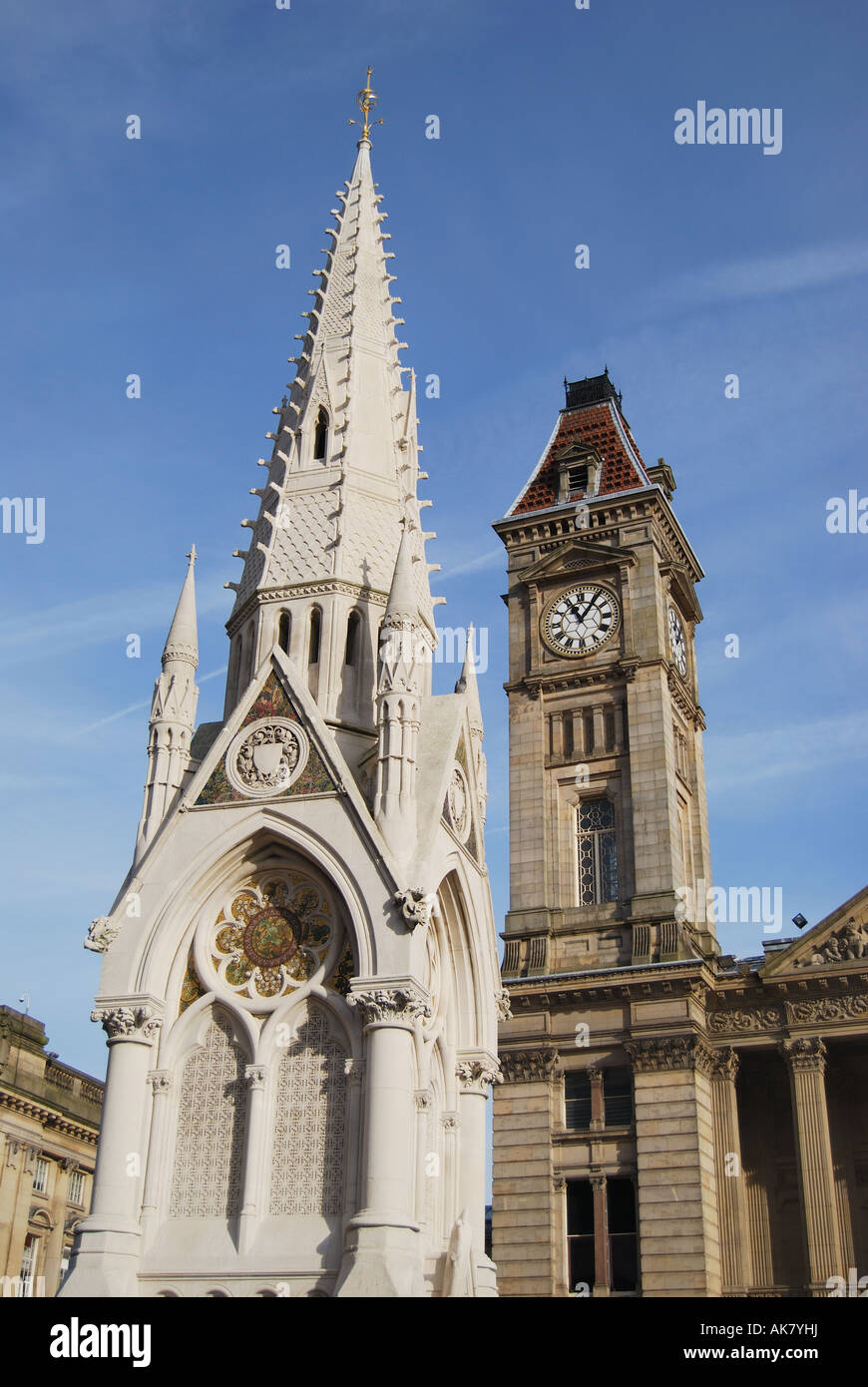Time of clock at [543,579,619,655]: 11:06
